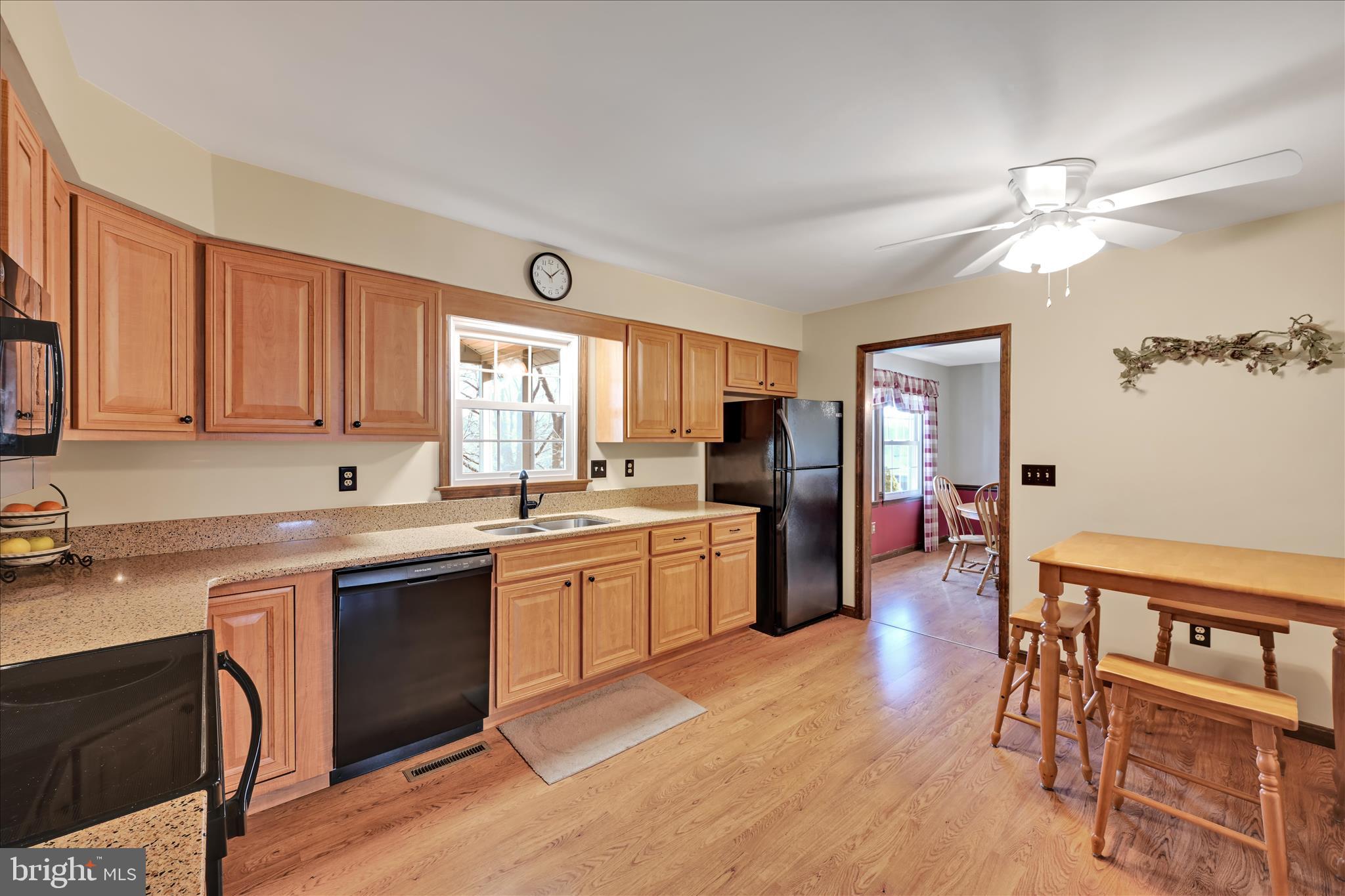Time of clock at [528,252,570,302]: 10:07
